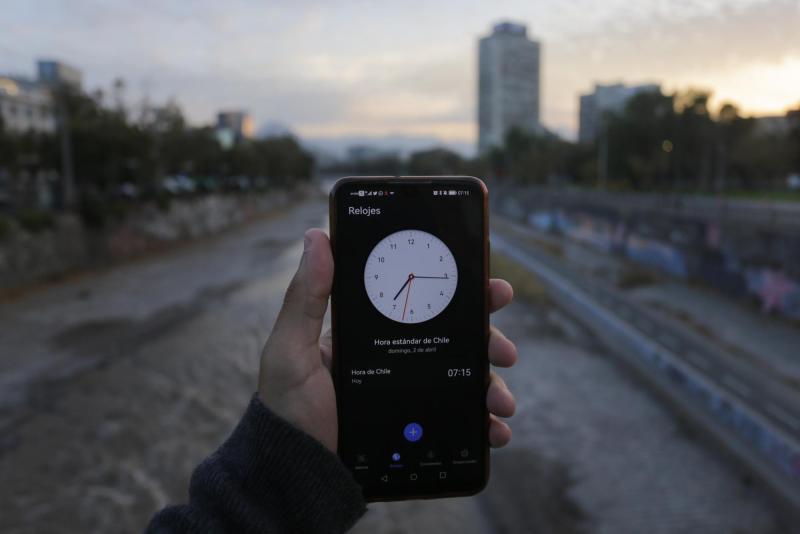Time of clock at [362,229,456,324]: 7:15
